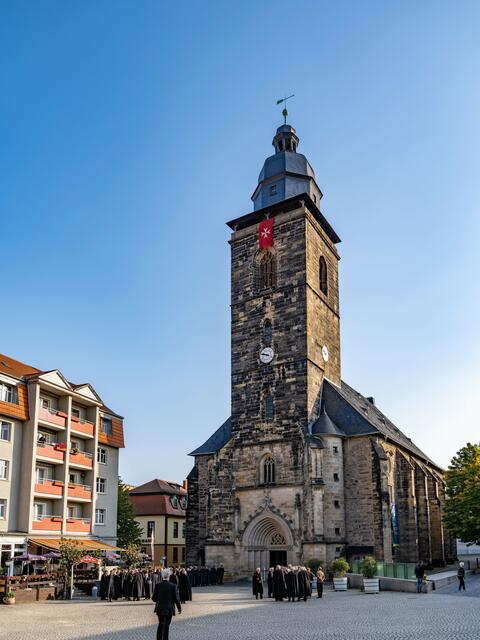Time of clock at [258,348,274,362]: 9:47
